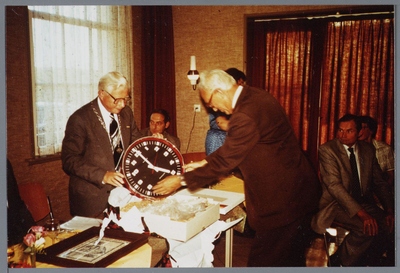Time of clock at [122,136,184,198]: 2:50
